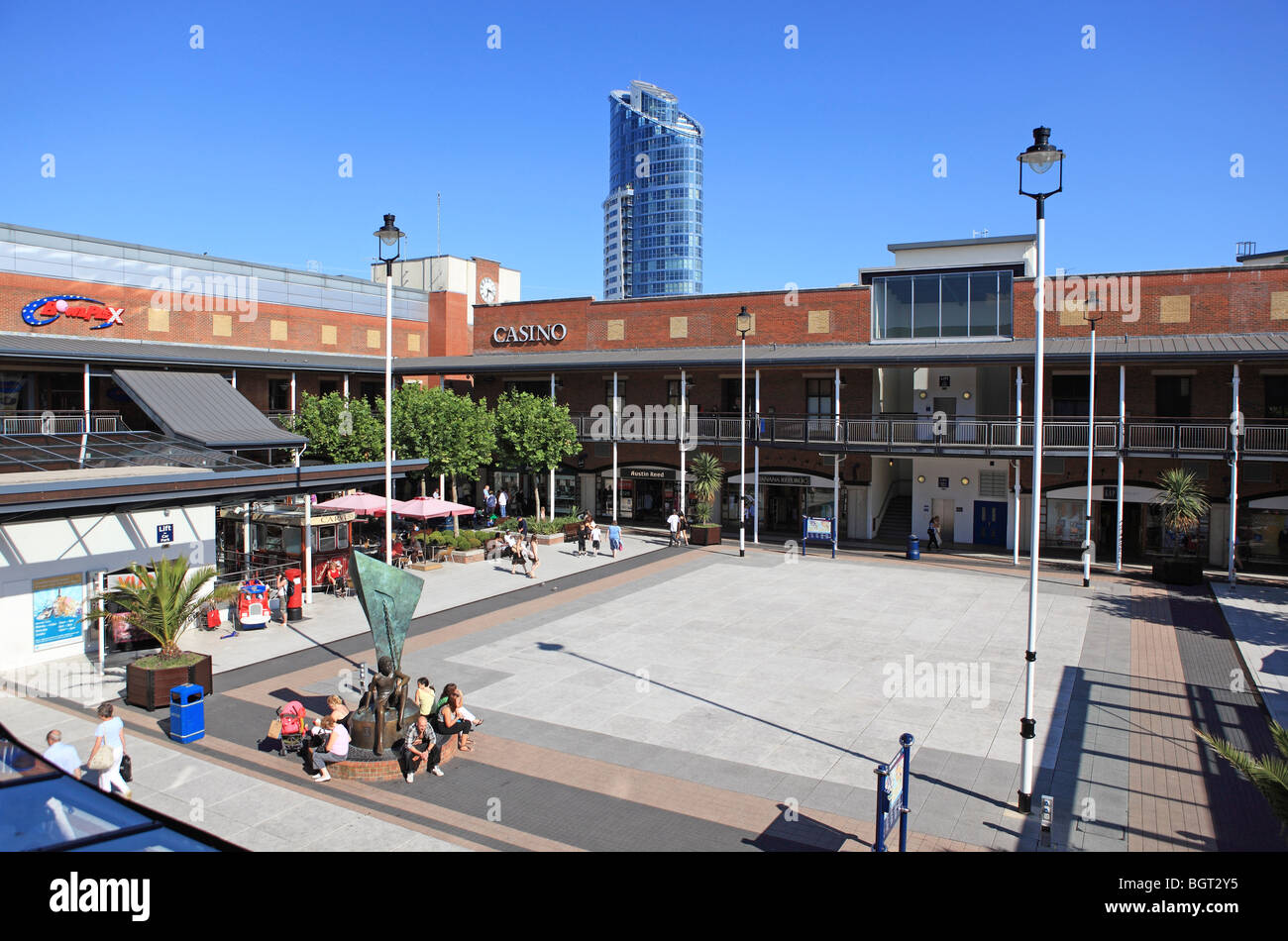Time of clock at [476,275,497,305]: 3:32
